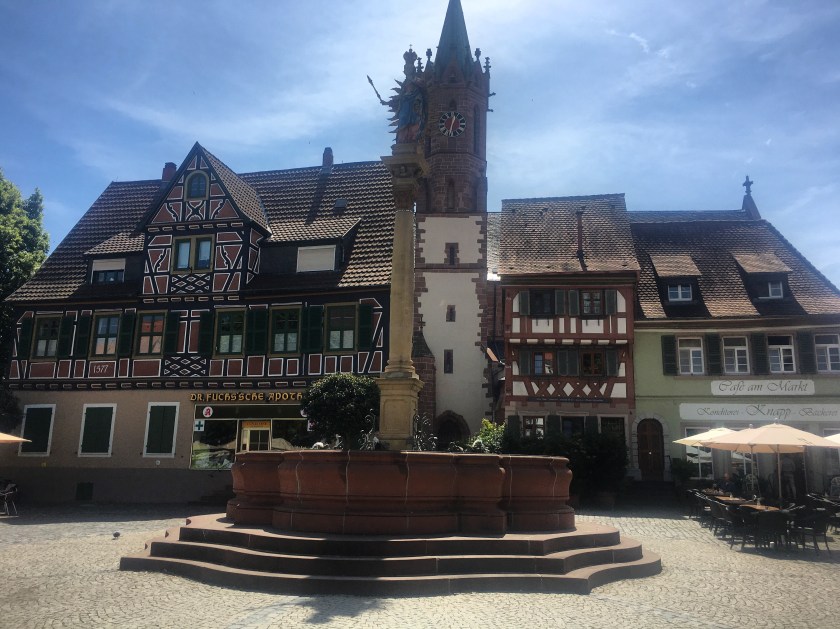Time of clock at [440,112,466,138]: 12:32
